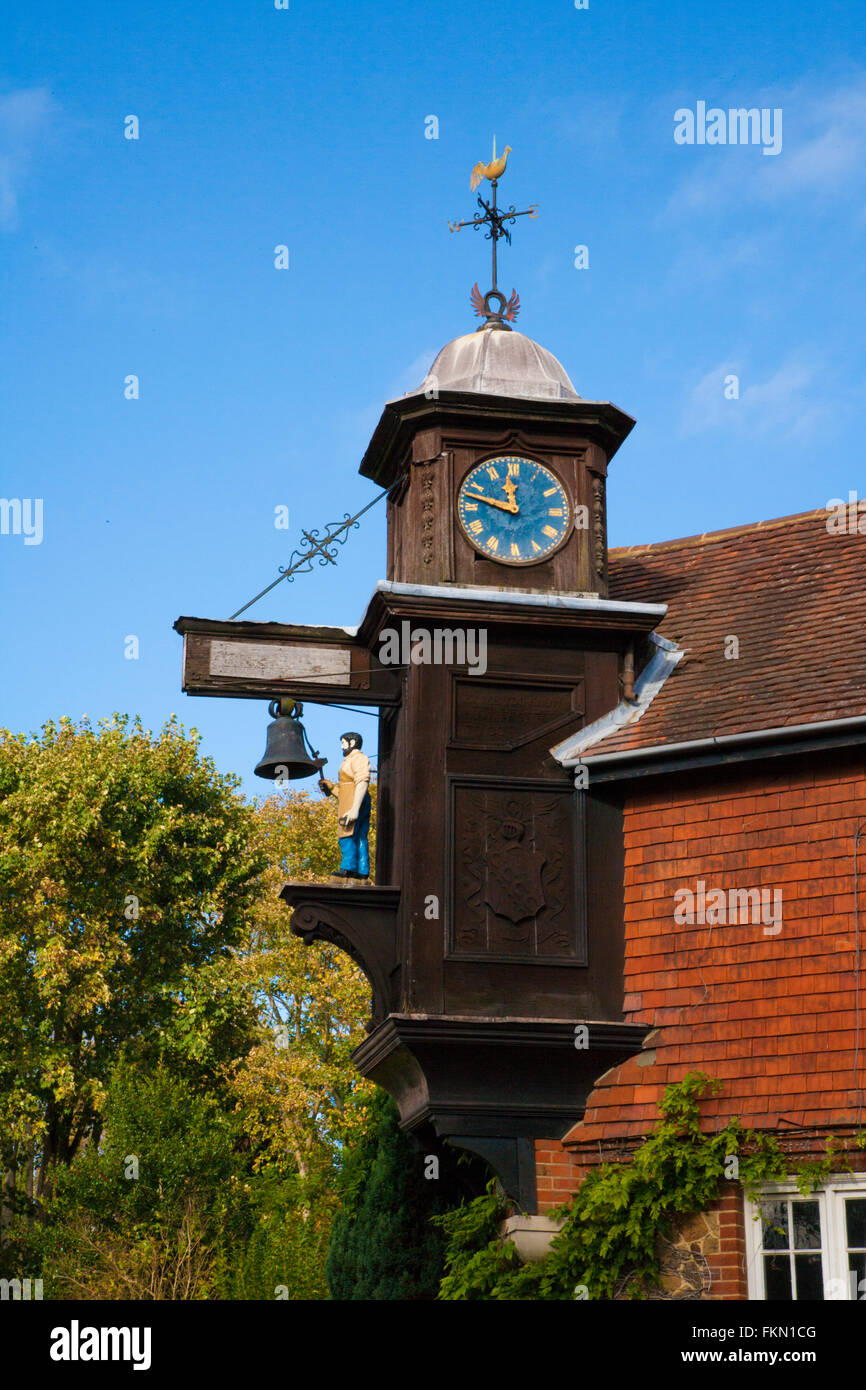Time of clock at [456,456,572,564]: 11:47
